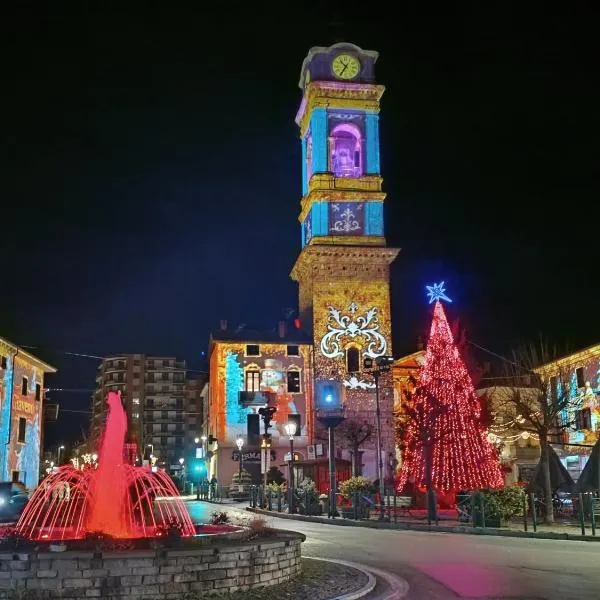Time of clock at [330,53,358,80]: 10:35
